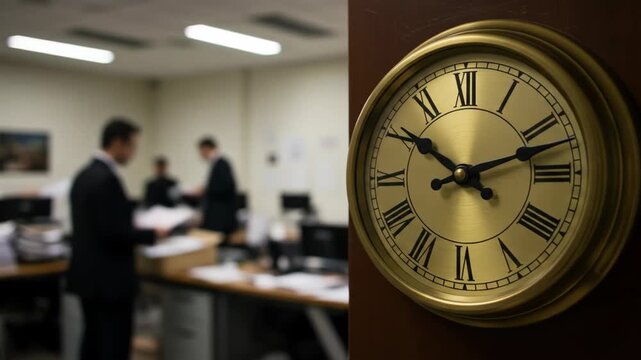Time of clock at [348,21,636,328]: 10:12
